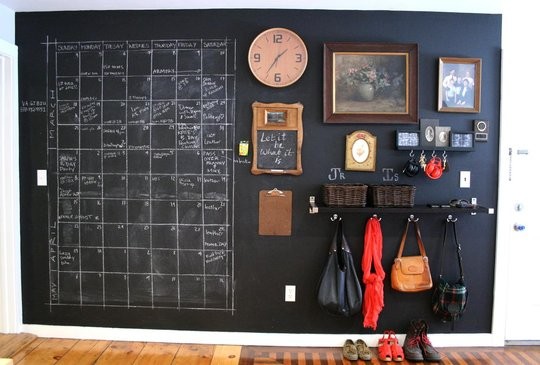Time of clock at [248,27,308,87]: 1:35
